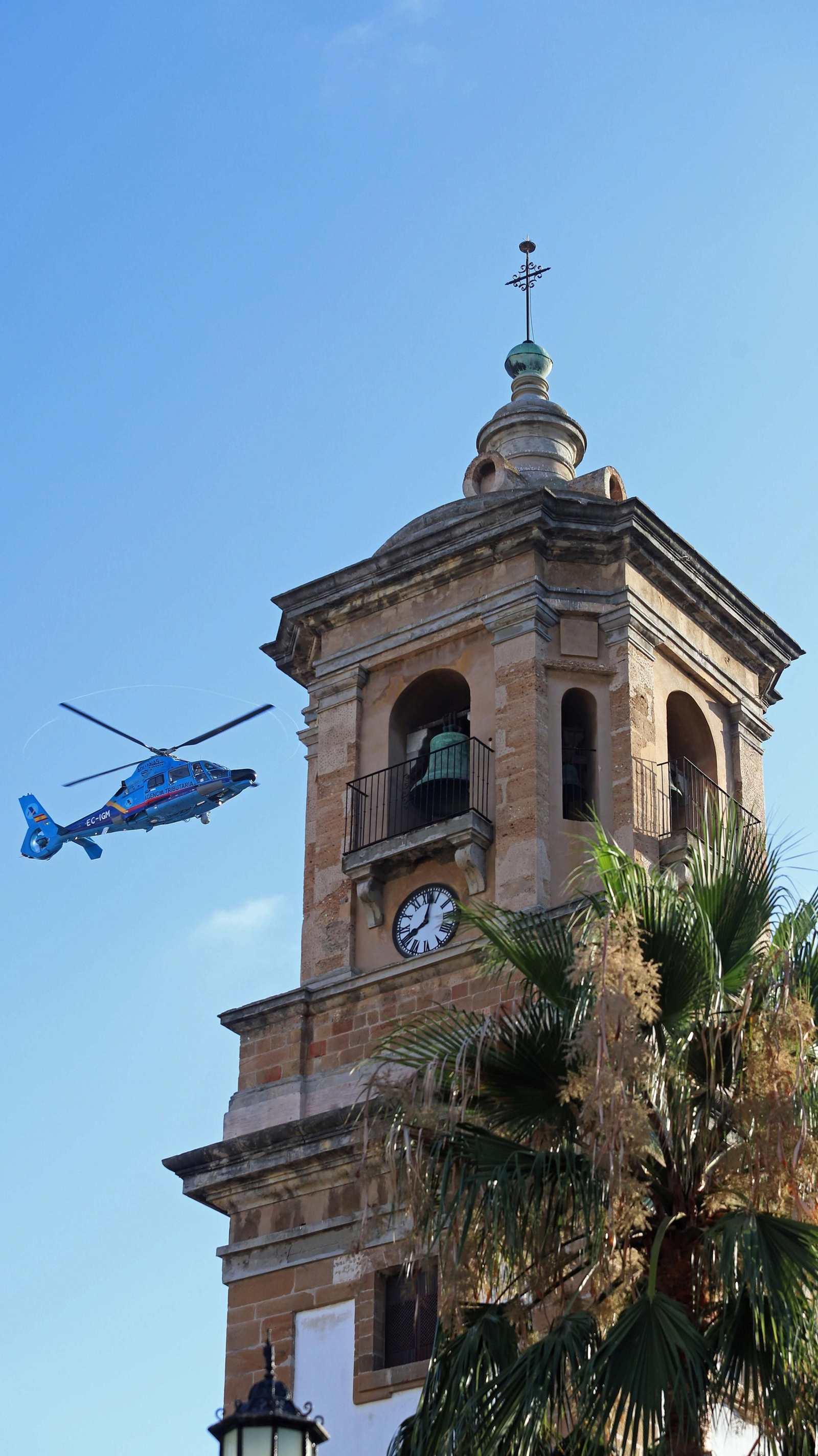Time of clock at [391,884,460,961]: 8:03
